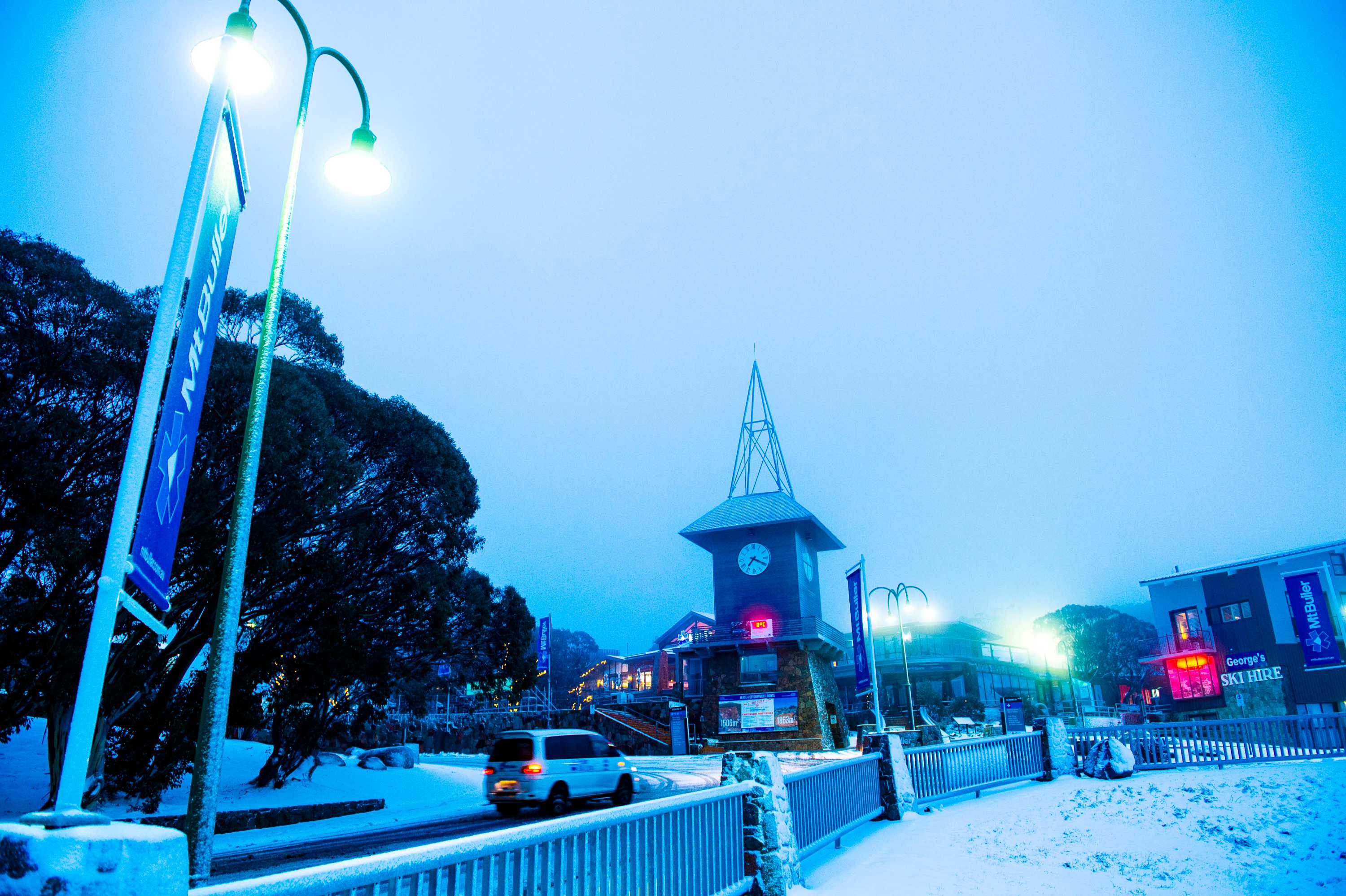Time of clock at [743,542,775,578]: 7:19
